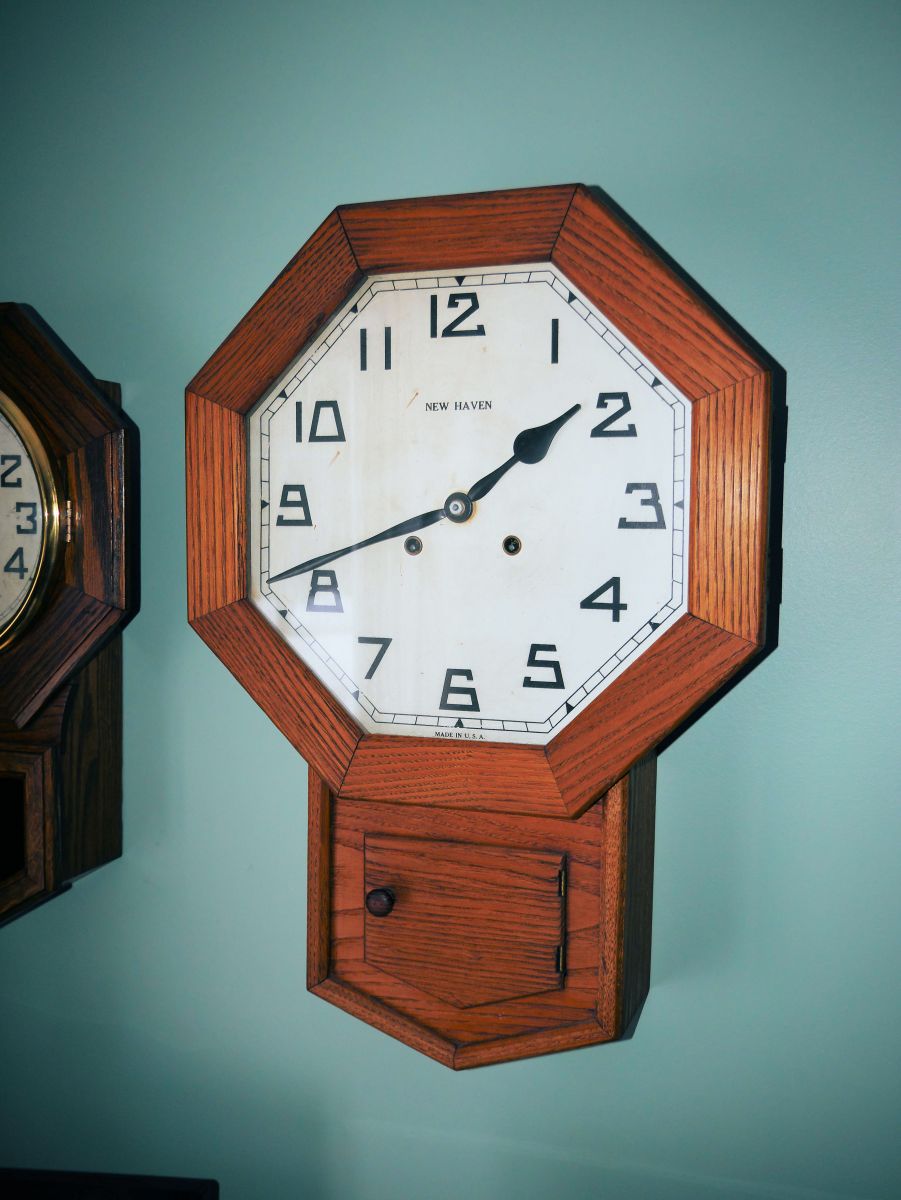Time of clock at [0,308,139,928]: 1:41
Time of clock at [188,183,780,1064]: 1:41
